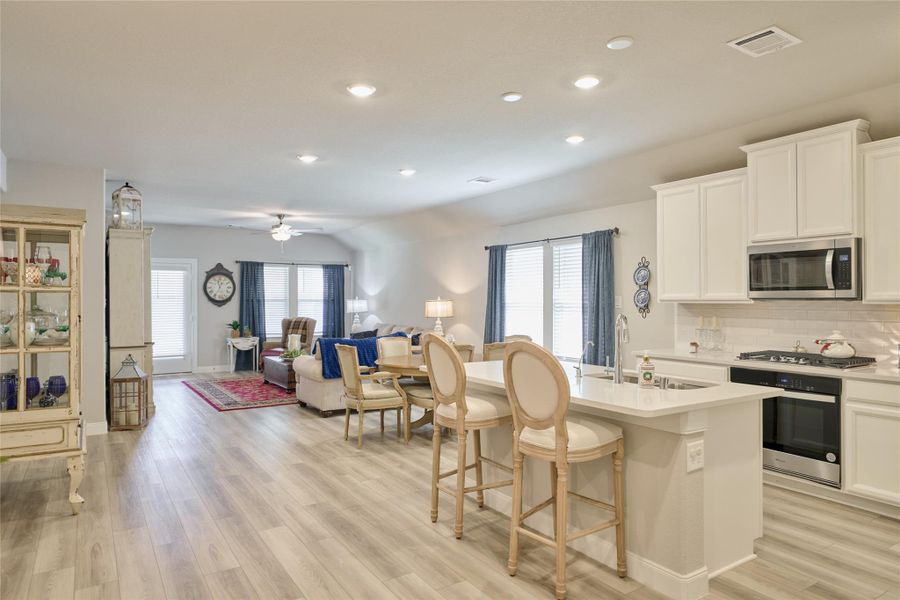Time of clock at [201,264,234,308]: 11:34
